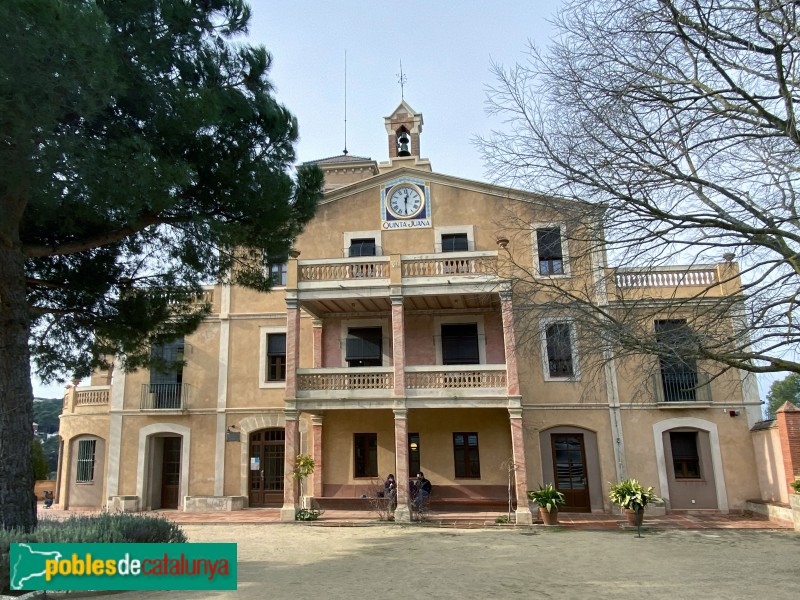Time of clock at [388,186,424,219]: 12:29
